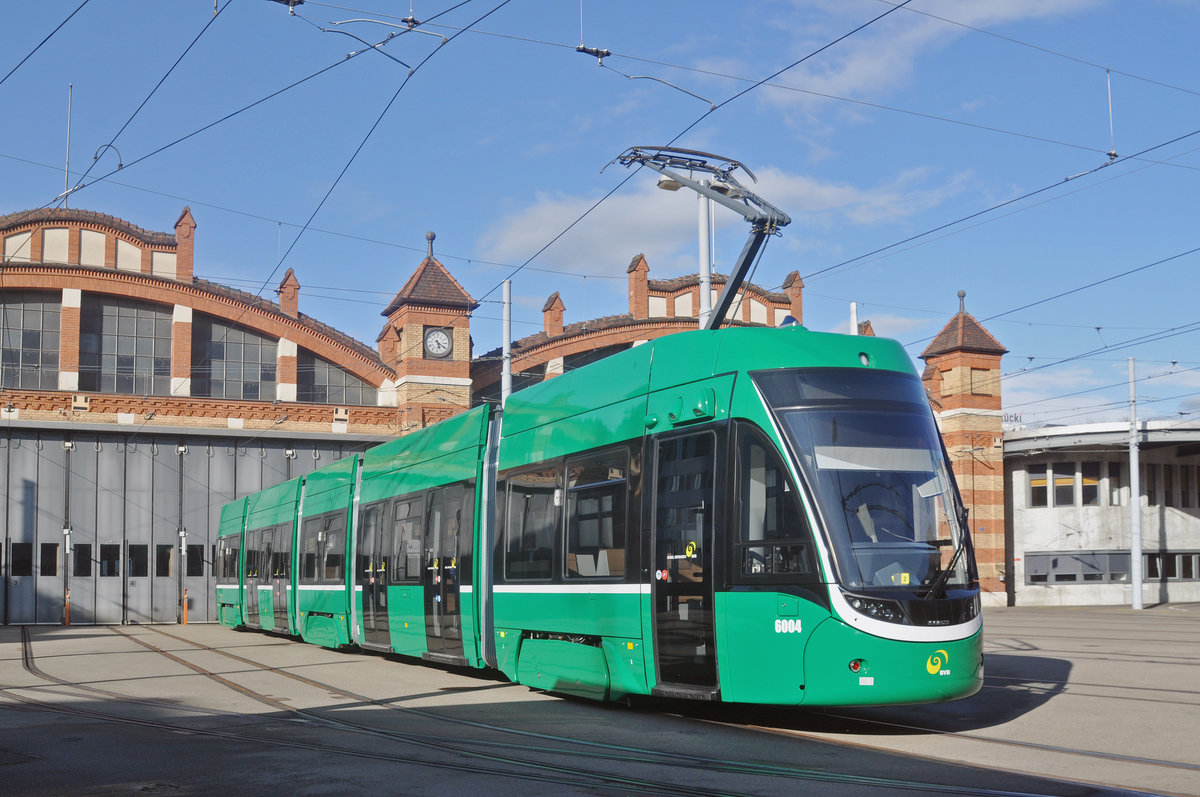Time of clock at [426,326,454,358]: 5:19
